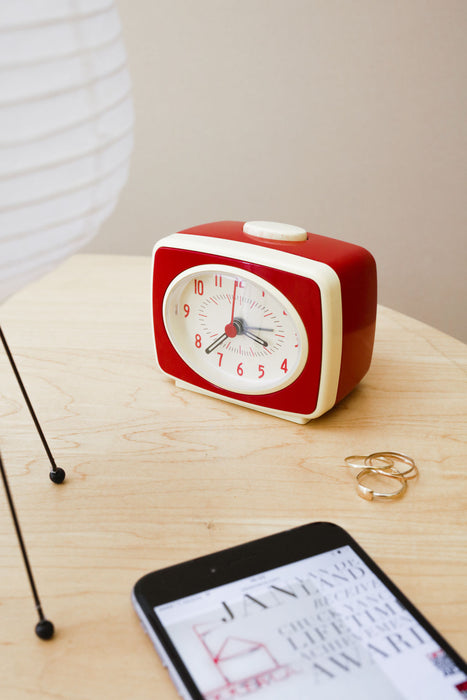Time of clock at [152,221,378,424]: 3:37
